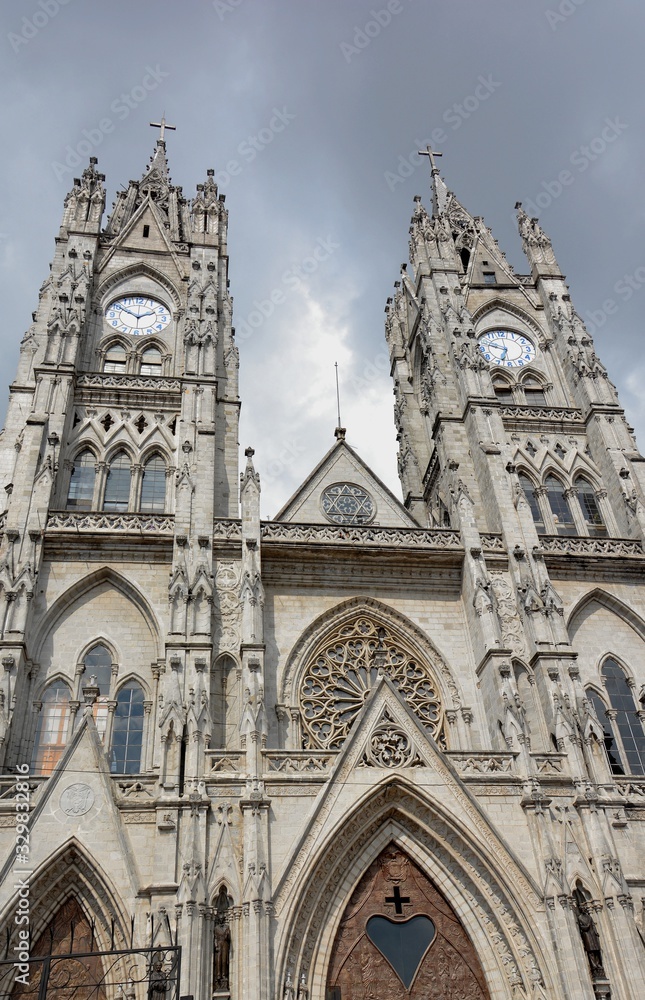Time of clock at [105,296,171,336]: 1:50
